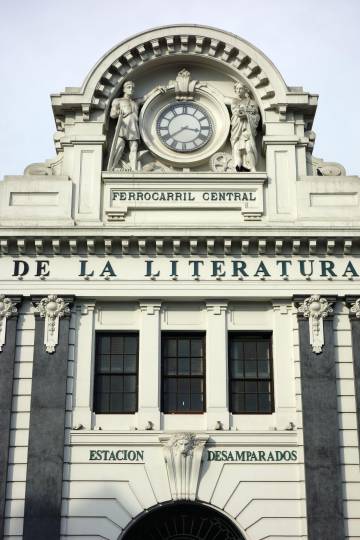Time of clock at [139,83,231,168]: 3:39
